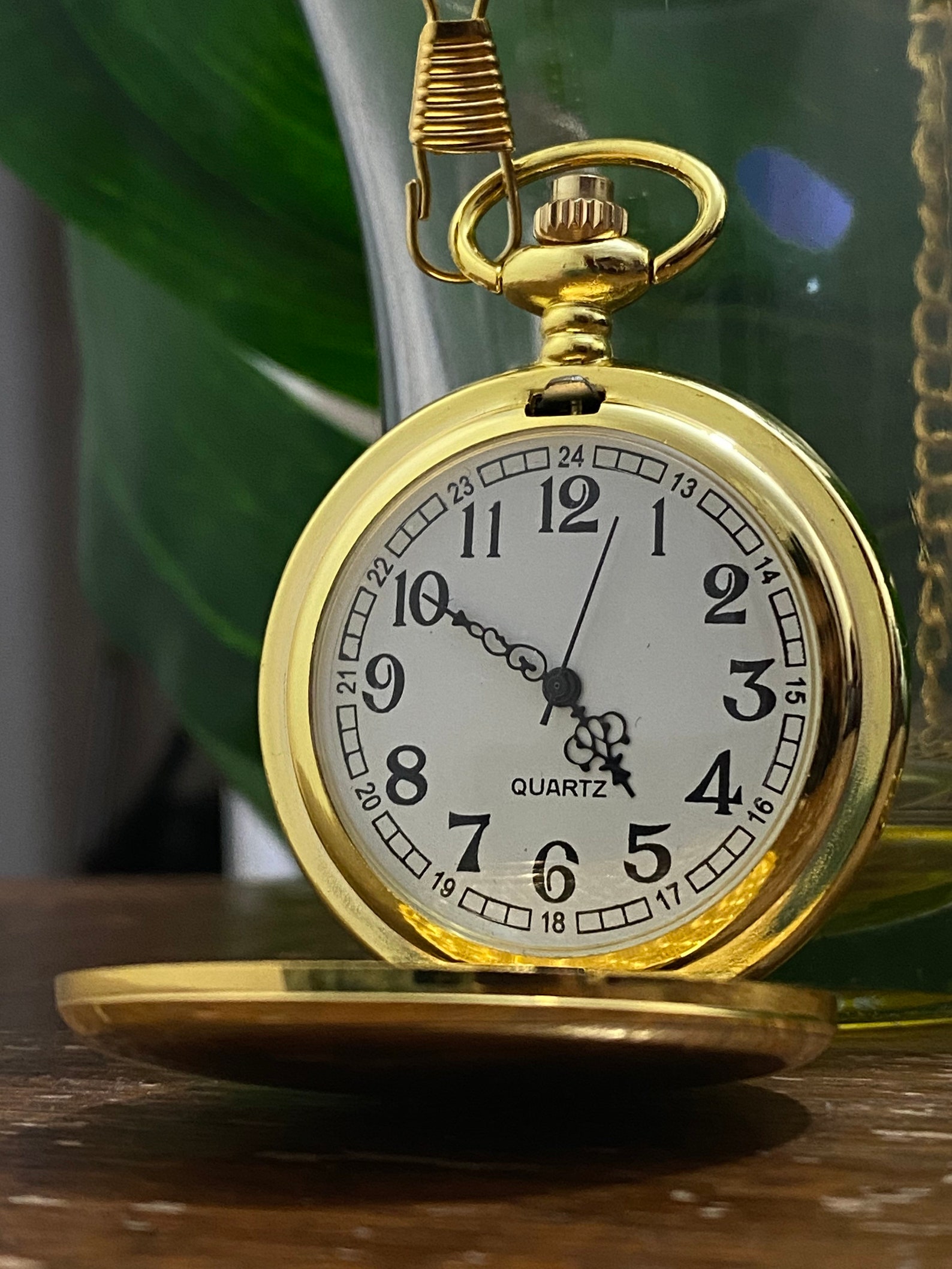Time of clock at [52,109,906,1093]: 4:50
